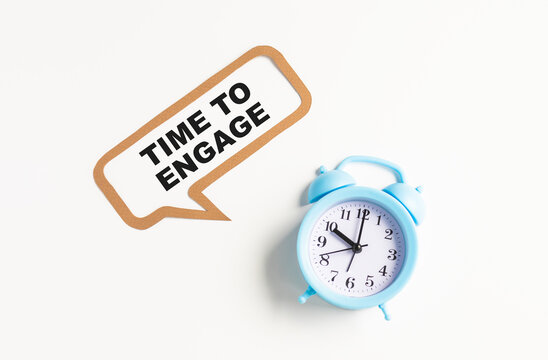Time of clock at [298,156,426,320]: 10:00
